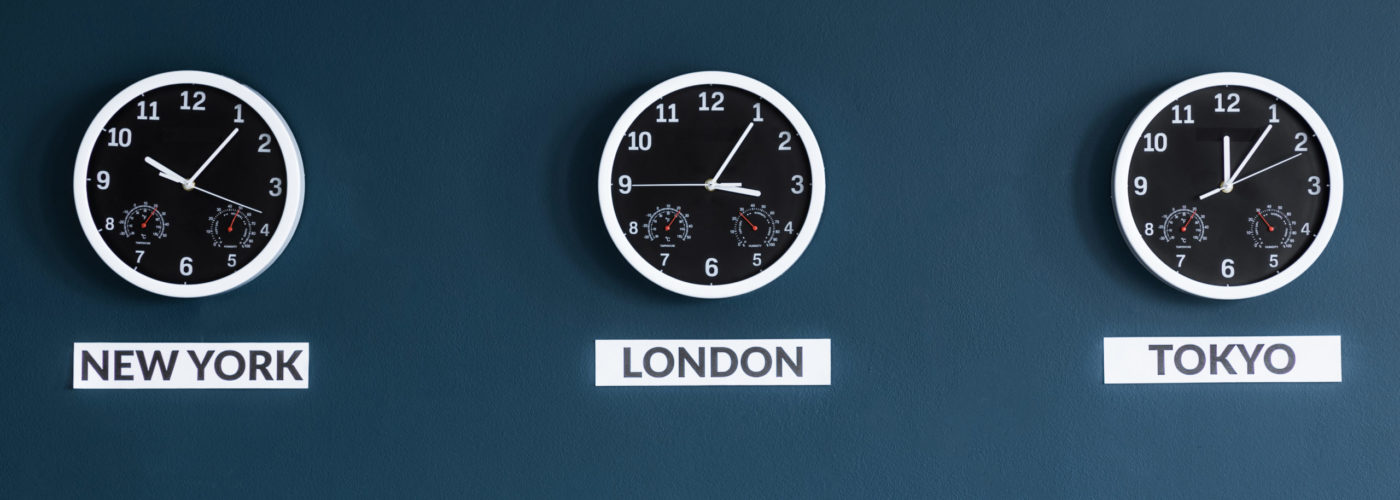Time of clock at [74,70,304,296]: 10:06
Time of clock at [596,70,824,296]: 3:05
